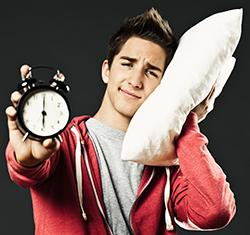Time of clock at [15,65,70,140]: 6:00
